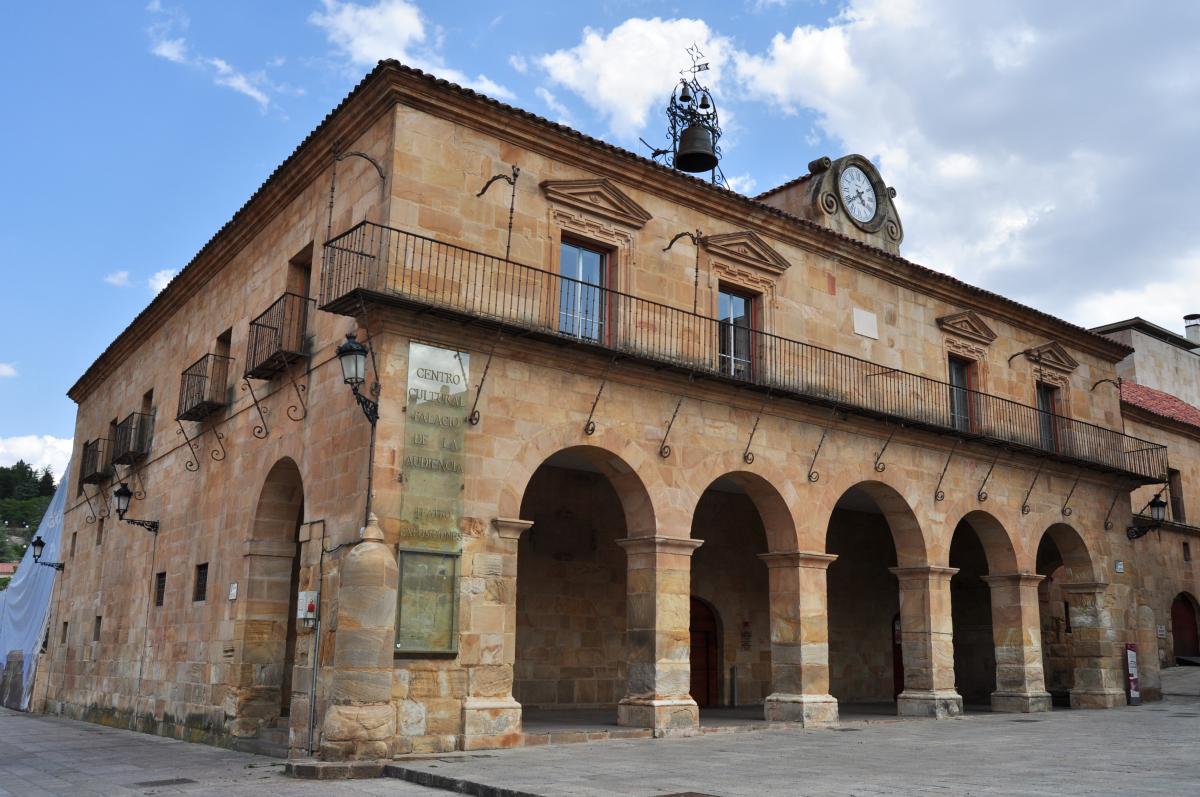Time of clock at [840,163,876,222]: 4:39
